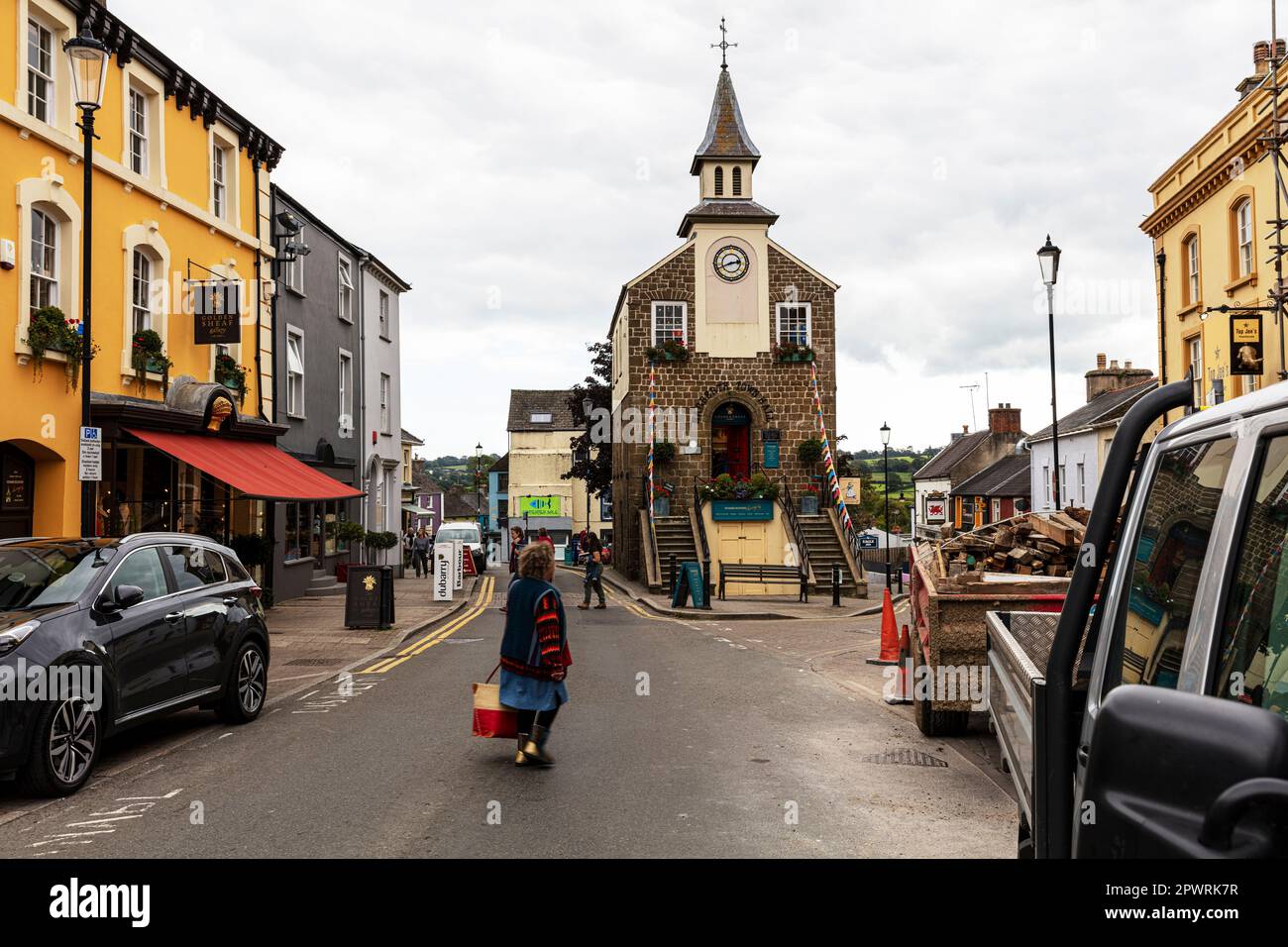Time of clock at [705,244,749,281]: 2:41
